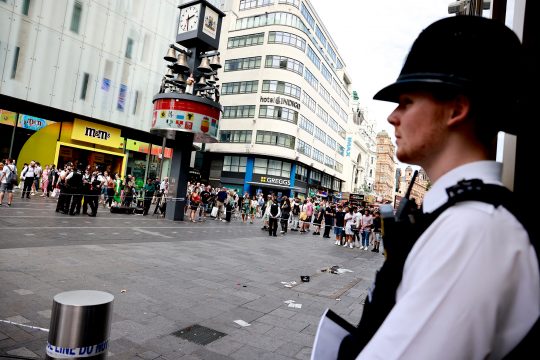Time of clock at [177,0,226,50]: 2:29
